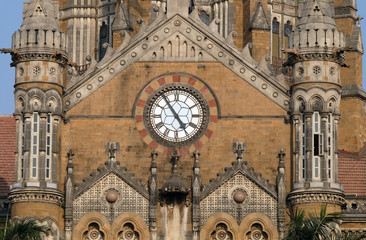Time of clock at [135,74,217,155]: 4:54
